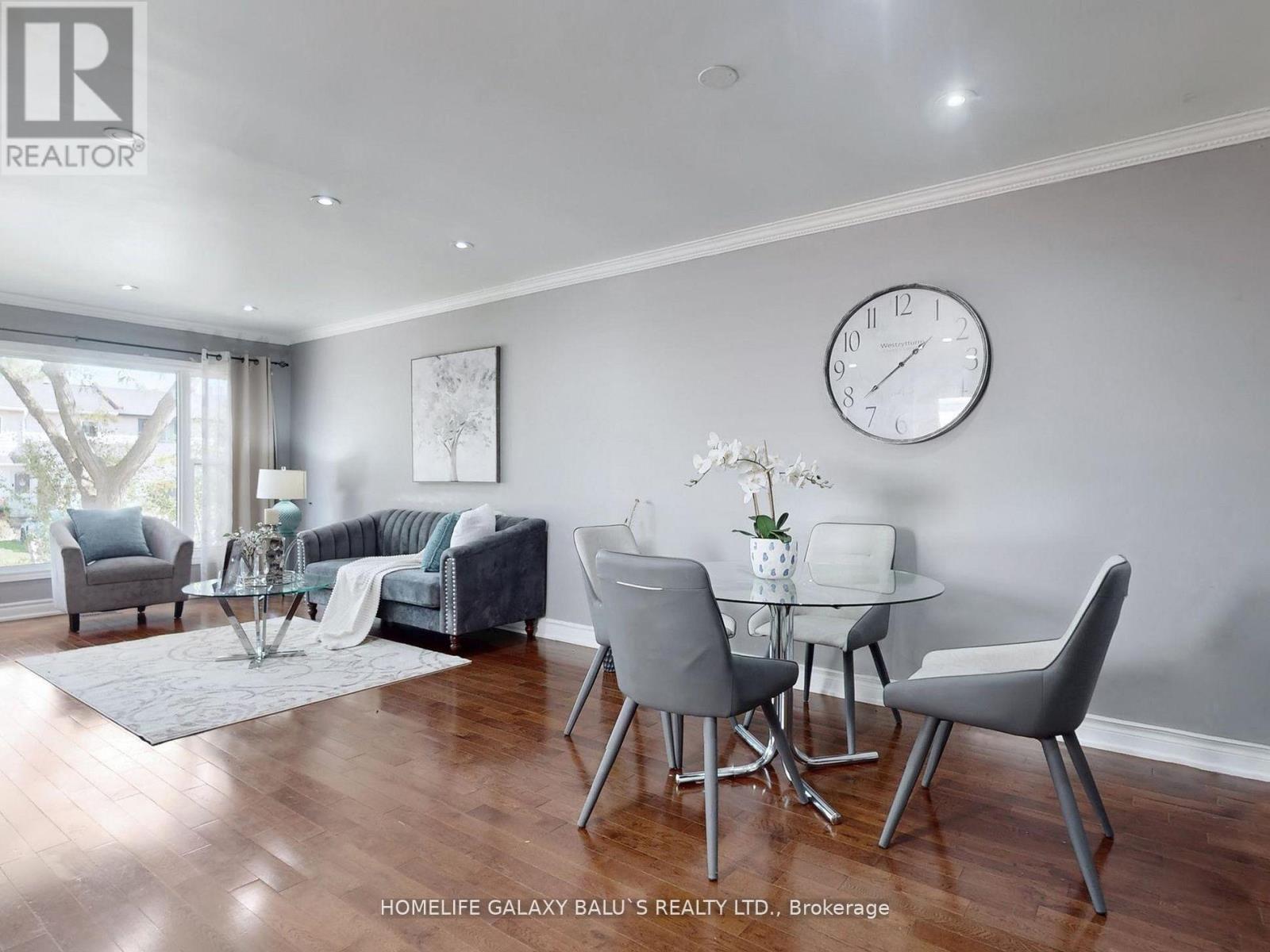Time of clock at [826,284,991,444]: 1:38
